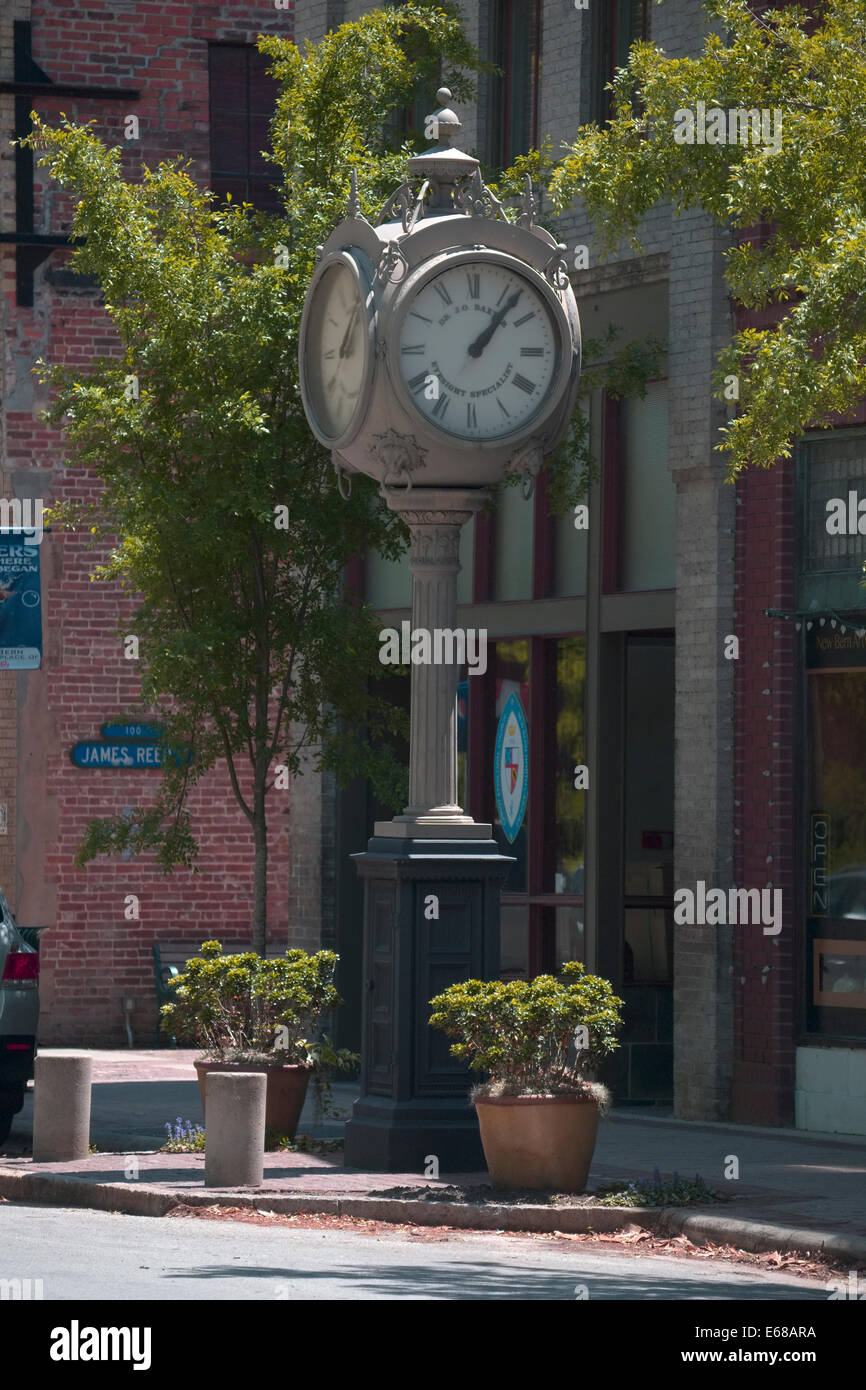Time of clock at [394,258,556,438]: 1:06
